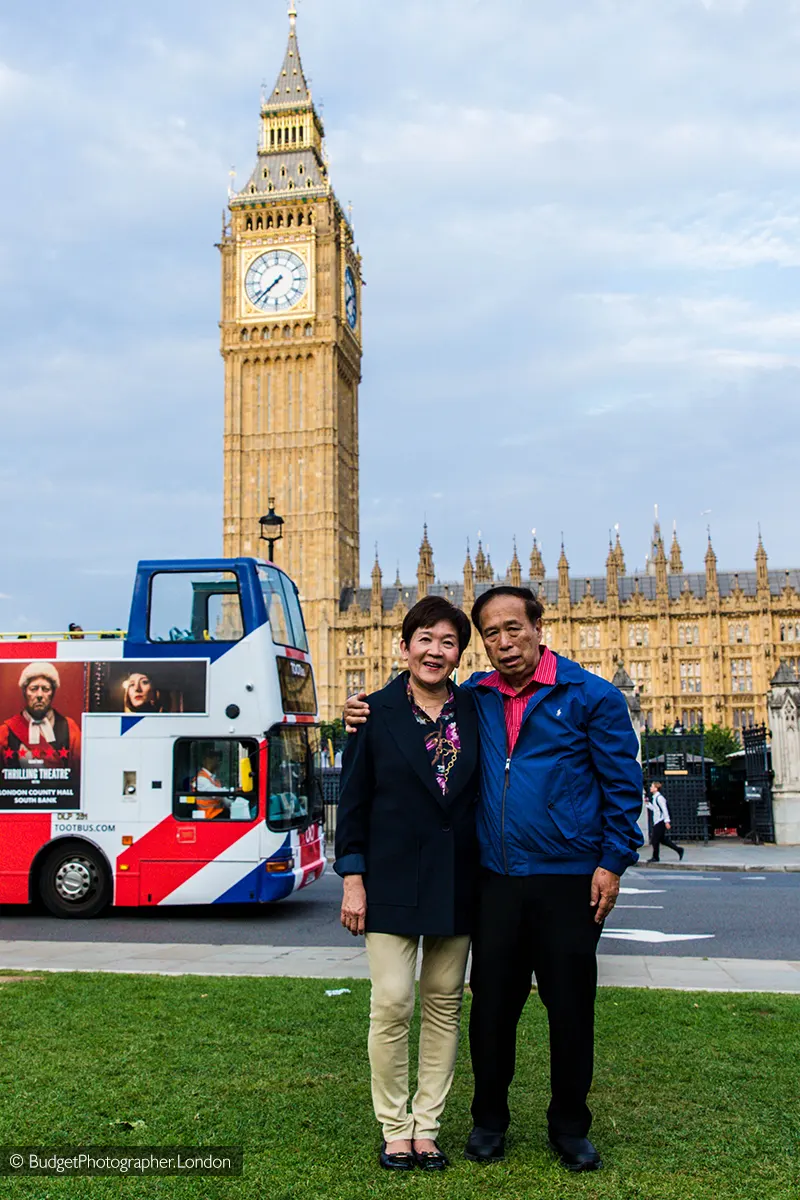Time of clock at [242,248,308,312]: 7:37
